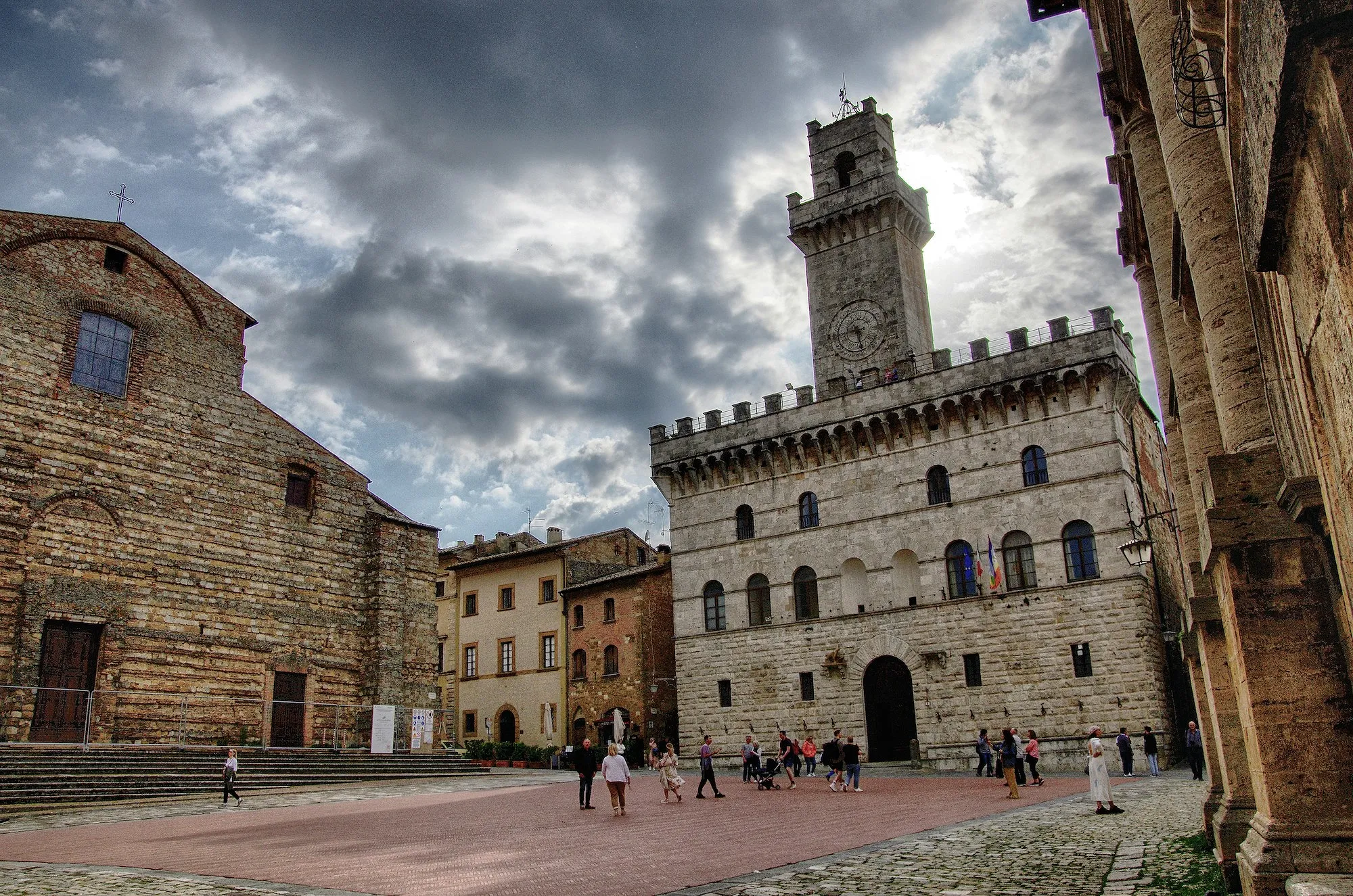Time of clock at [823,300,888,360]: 8:27
